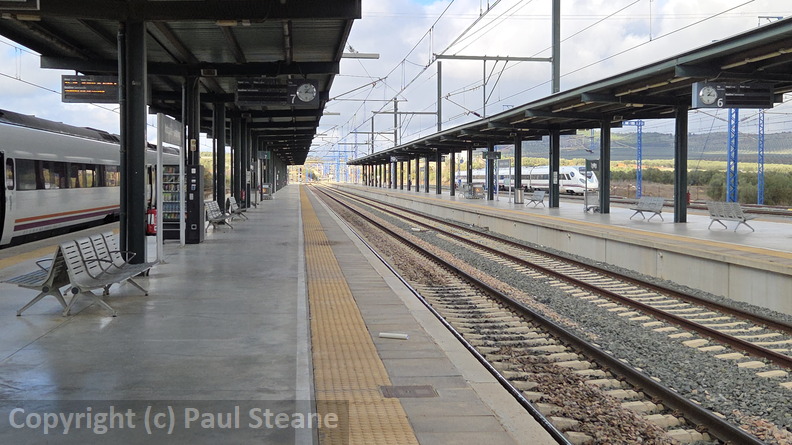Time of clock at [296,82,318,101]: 1:16
